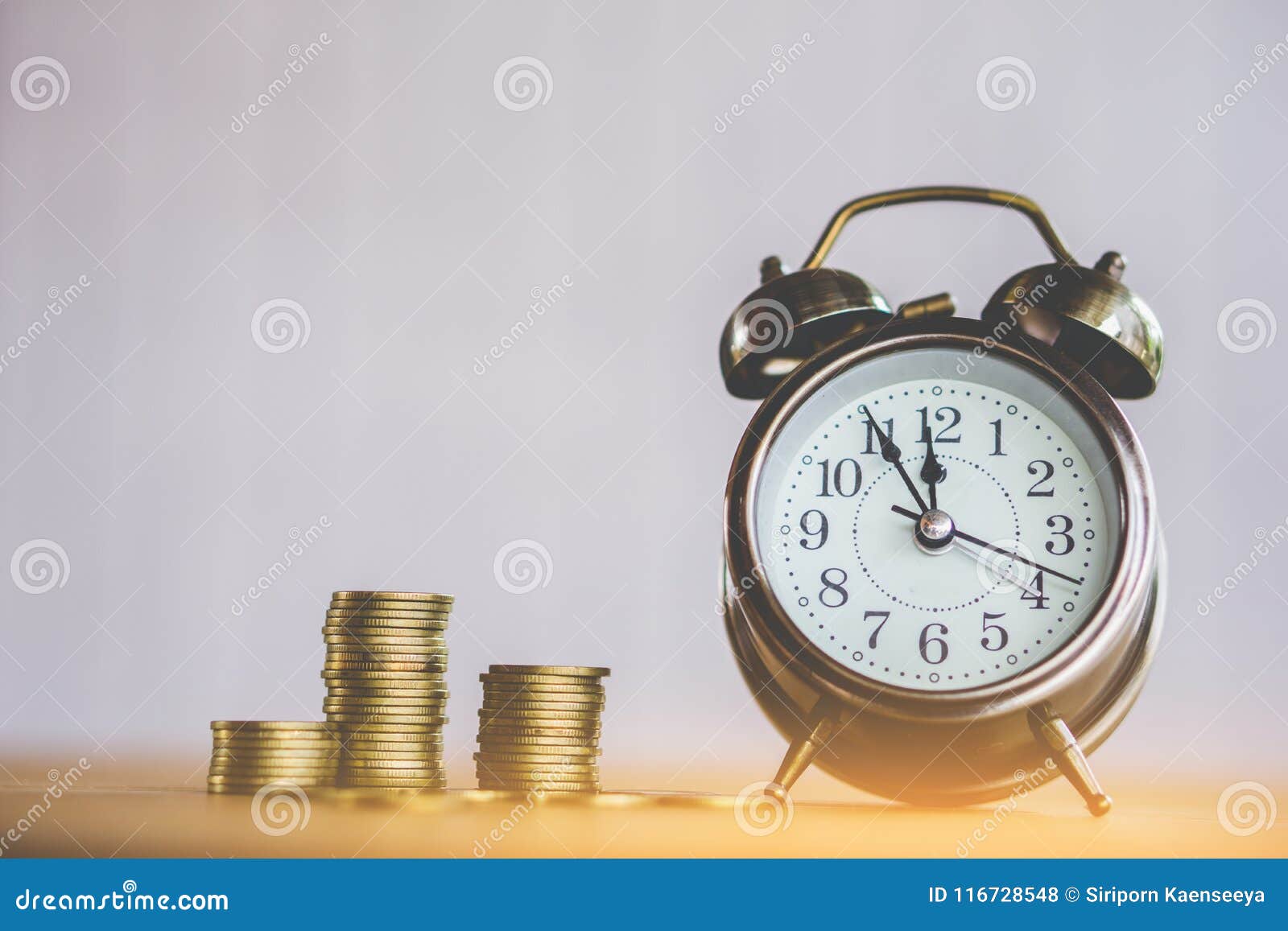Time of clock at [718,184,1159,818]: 11:55
